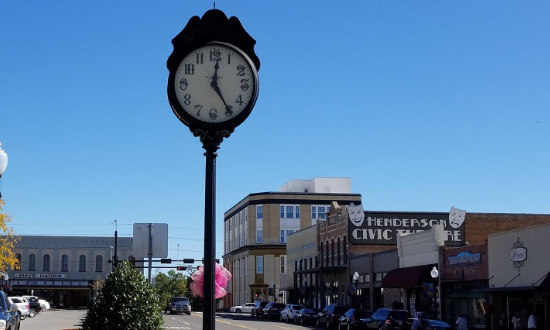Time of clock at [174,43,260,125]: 12:24
